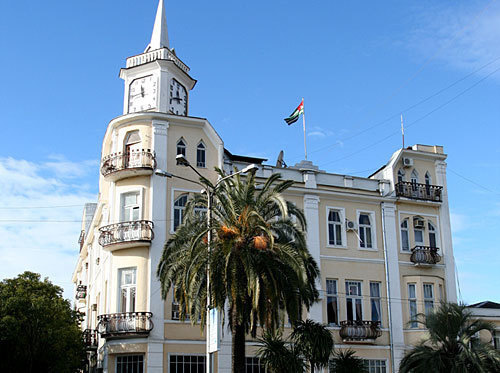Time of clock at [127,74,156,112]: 11:44
